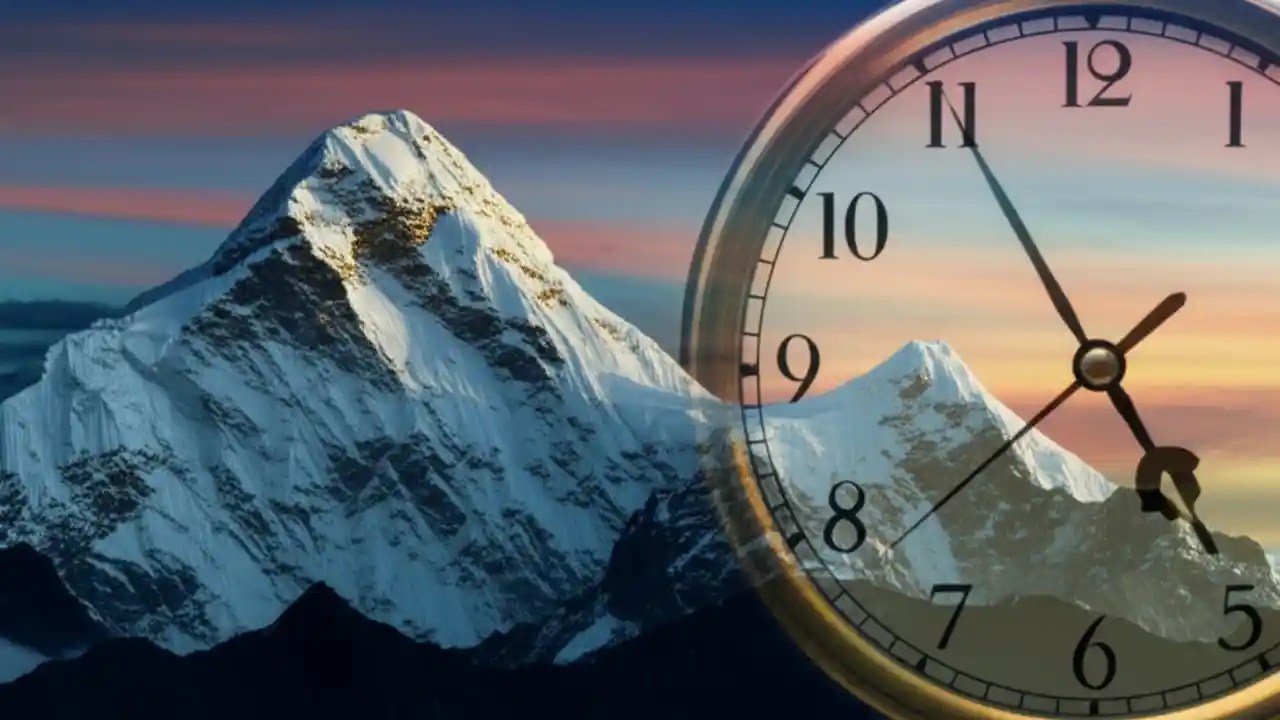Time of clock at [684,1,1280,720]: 4:55
